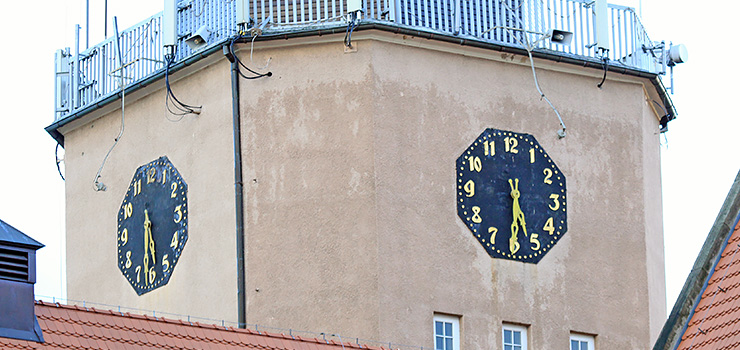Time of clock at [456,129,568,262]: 5:30
